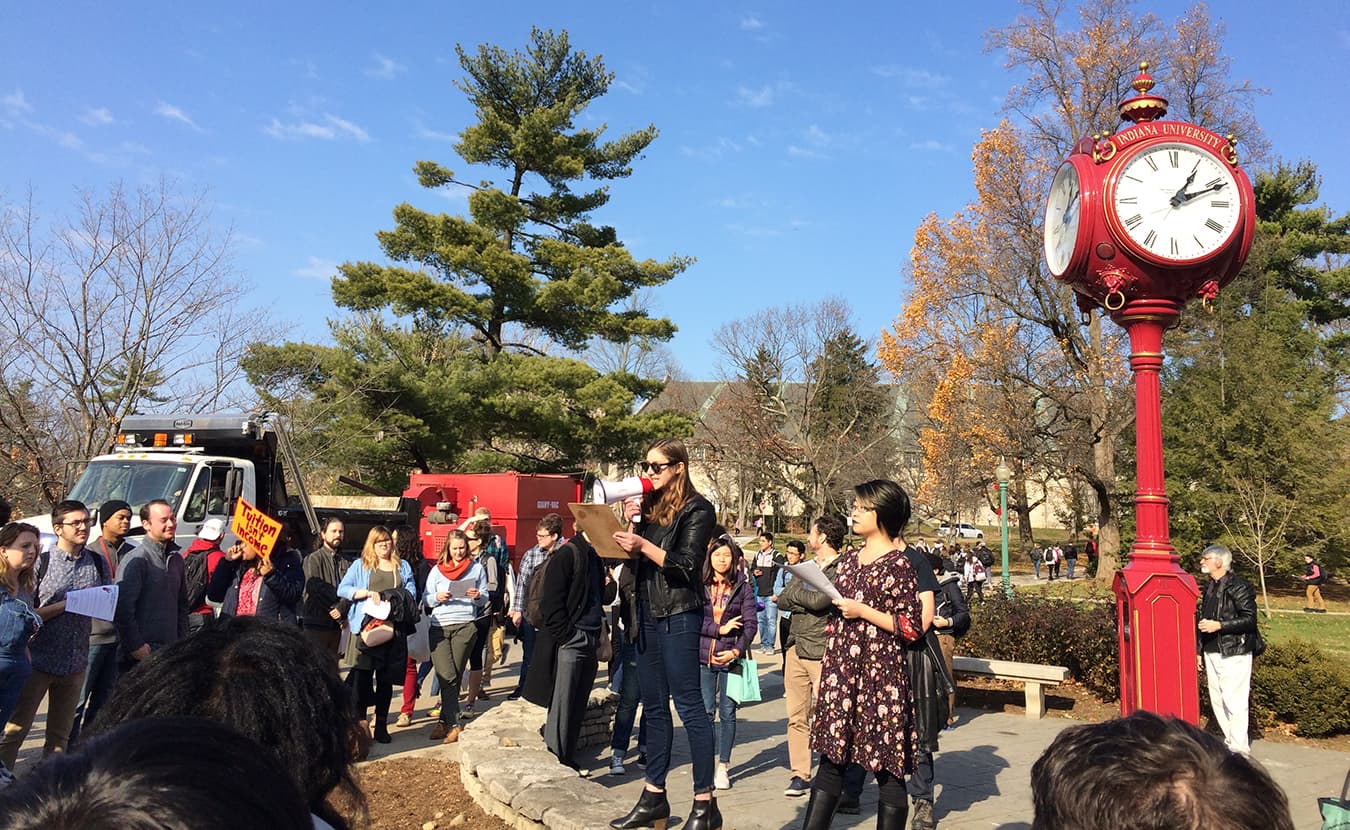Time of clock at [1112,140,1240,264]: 1:11
